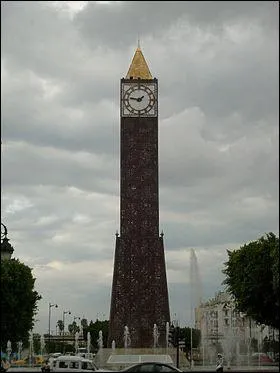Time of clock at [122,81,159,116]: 1:46
